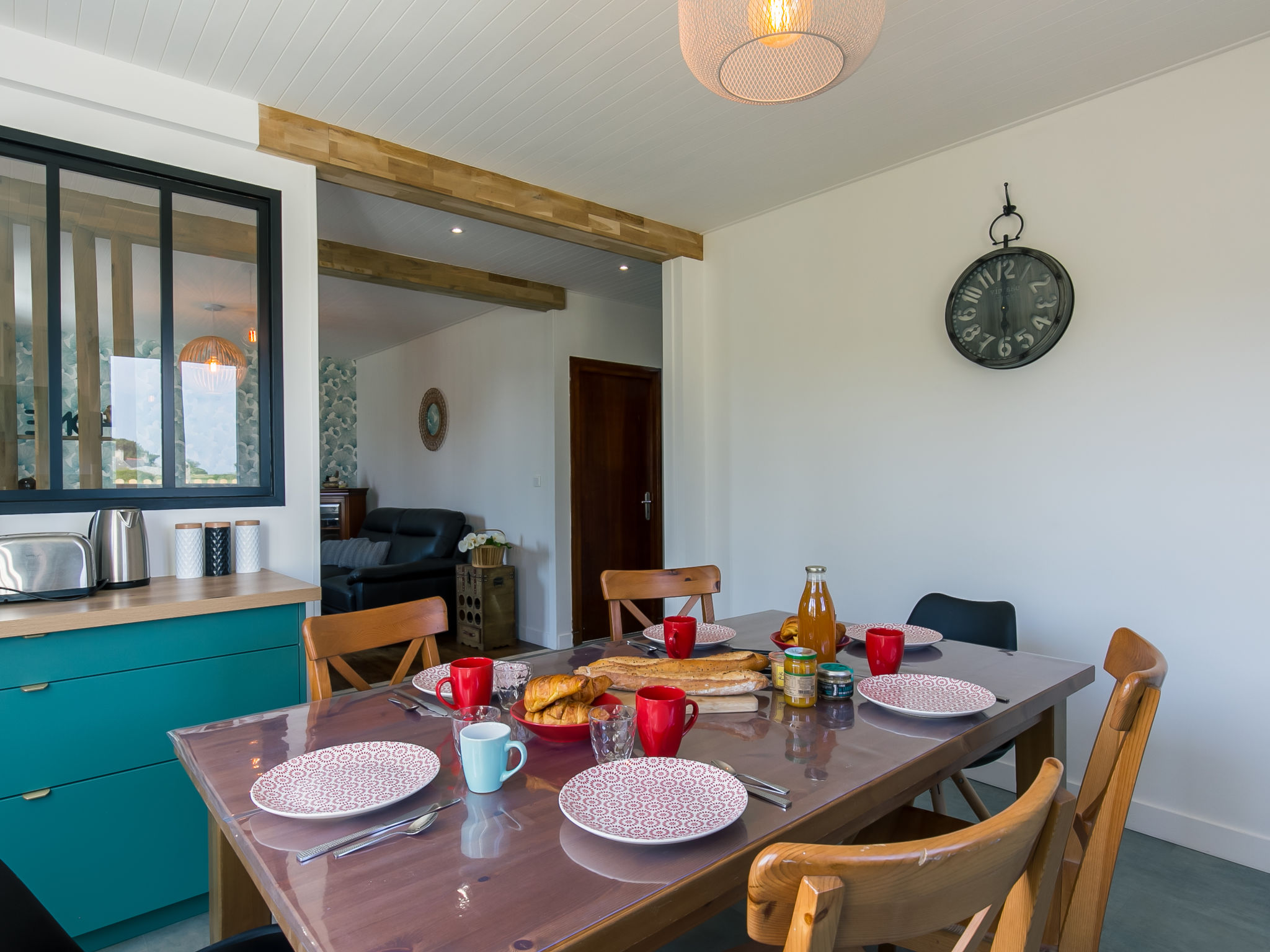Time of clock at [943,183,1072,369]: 5:59
